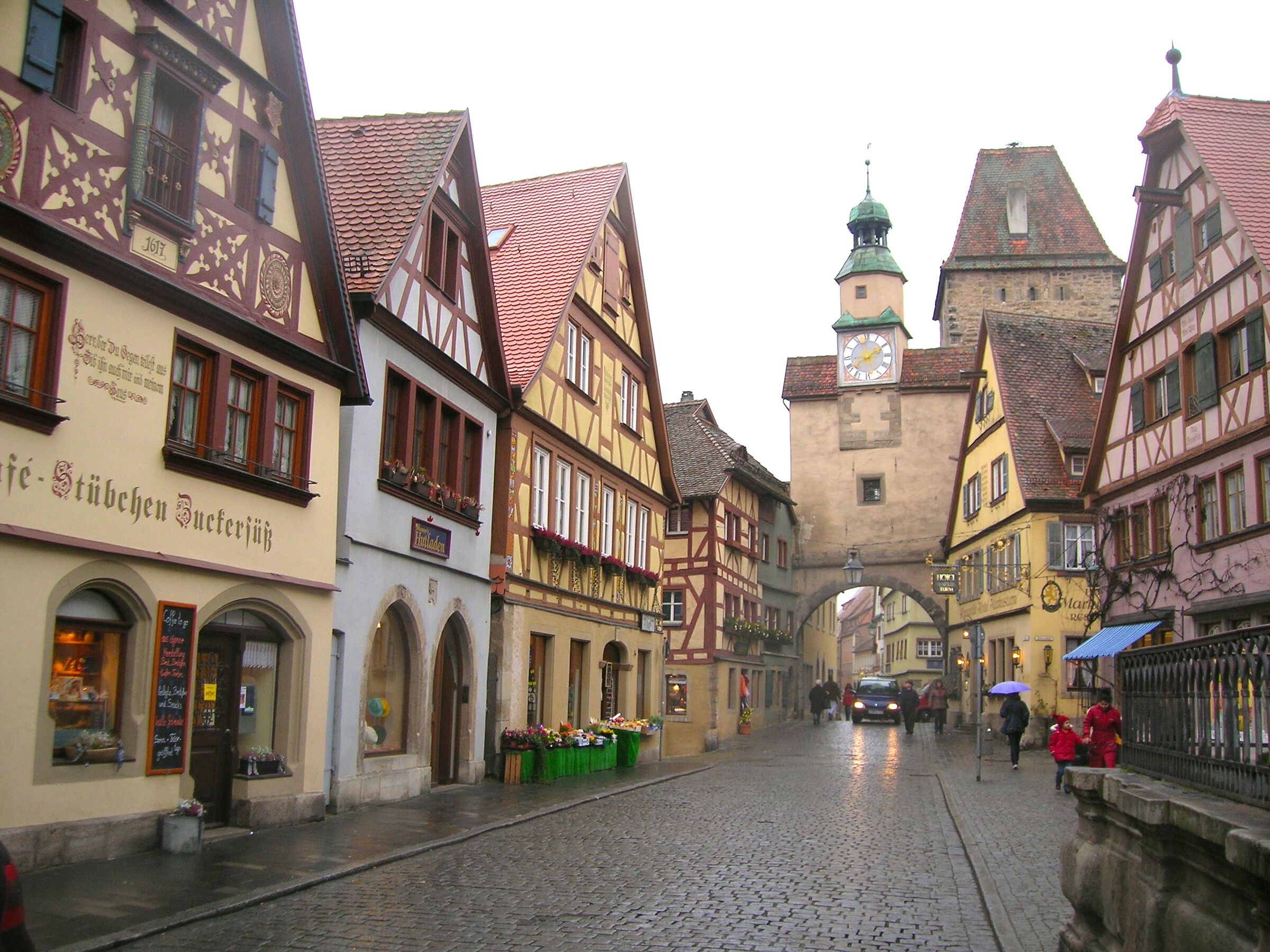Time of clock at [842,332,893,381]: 2:09
